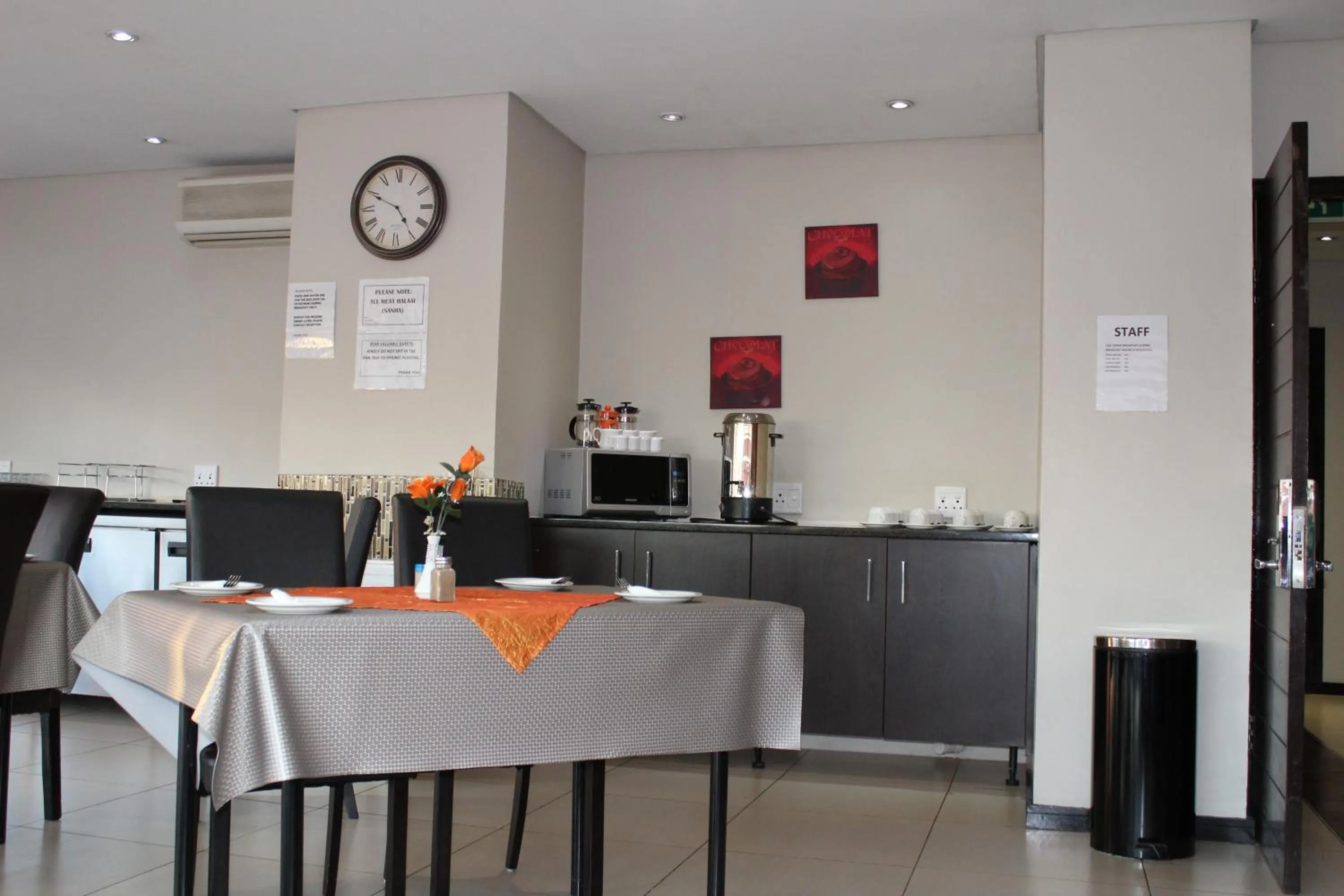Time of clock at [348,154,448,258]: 4:49
